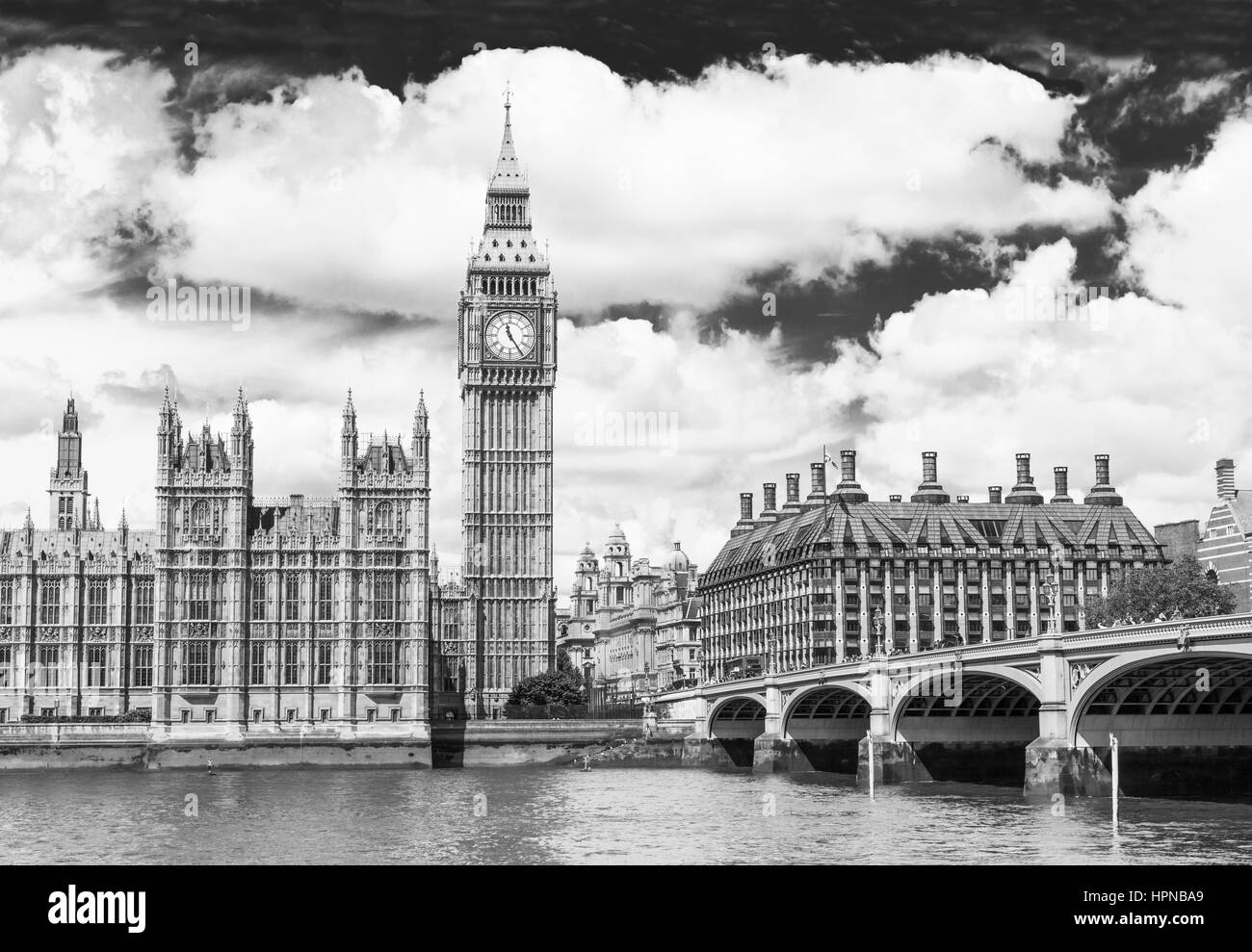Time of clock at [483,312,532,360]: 11:24
